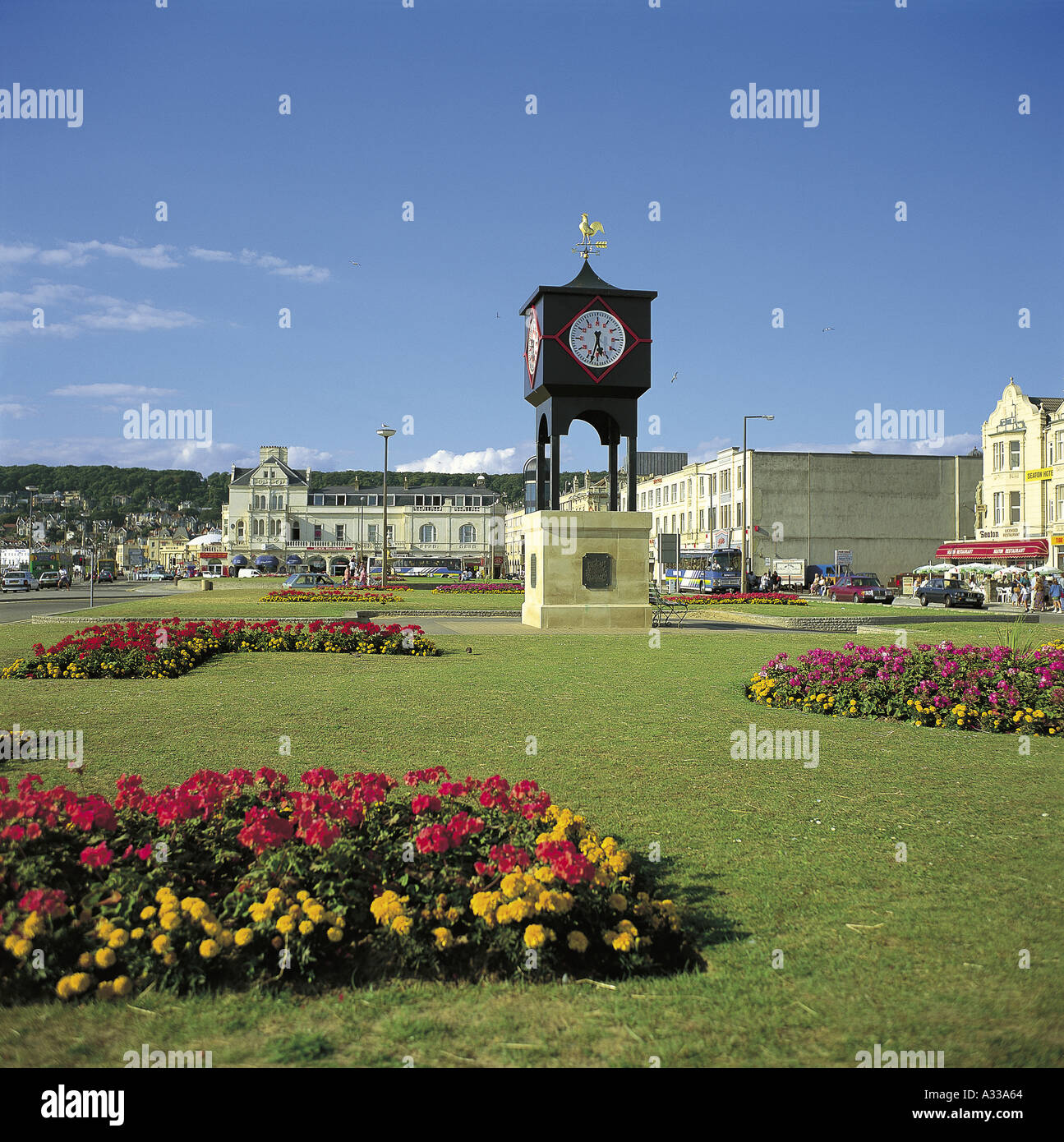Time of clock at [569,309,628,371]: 5:32
